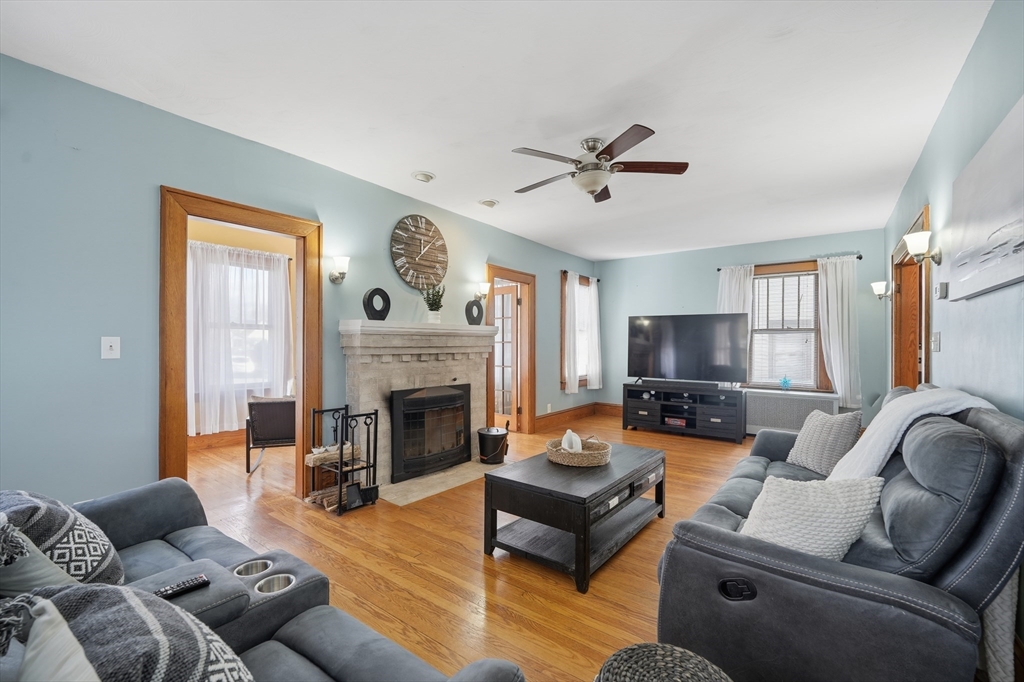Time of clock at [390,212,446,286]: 12:07
